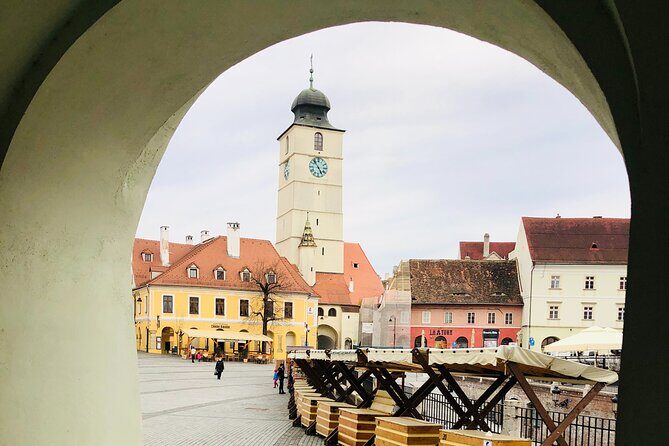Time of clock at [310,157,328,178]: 4:52
